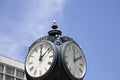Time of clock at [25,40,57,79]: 12:07
